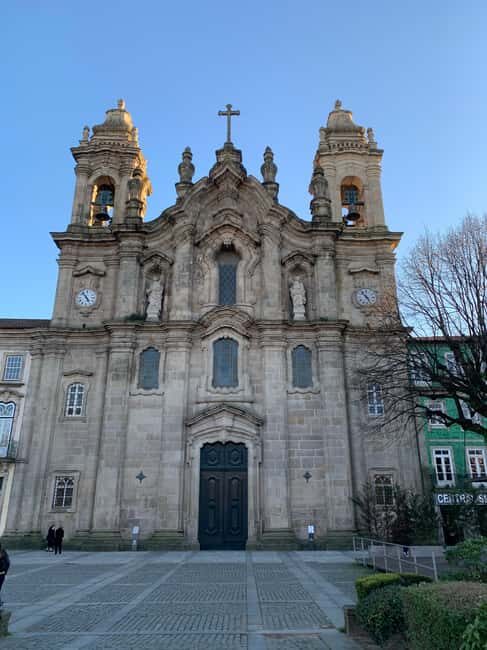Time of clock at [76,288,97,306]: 4:52
